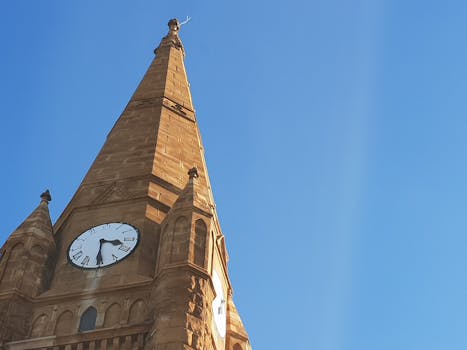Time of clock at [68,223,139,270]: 3:30
